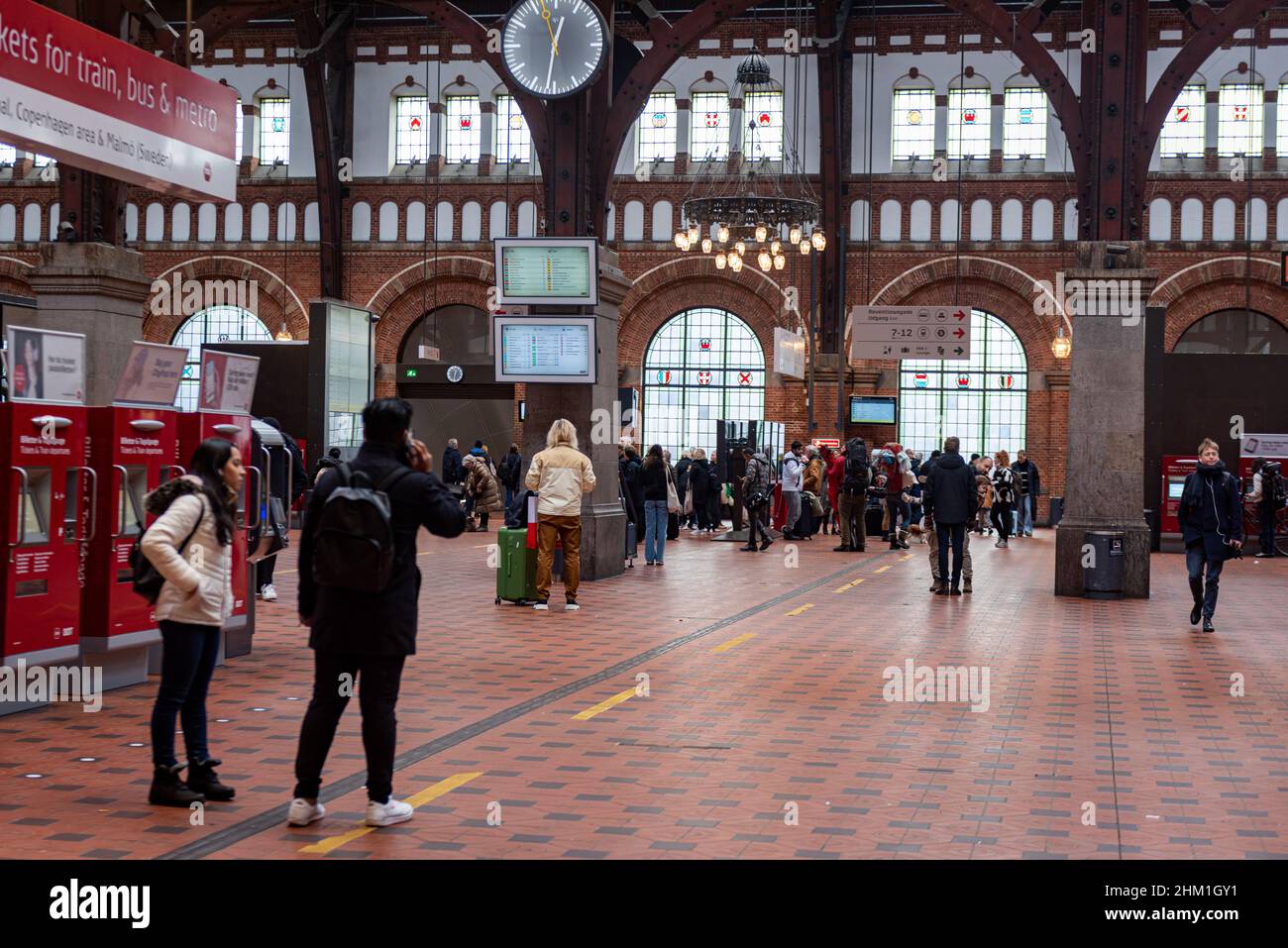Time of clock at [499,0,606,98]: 12:31
